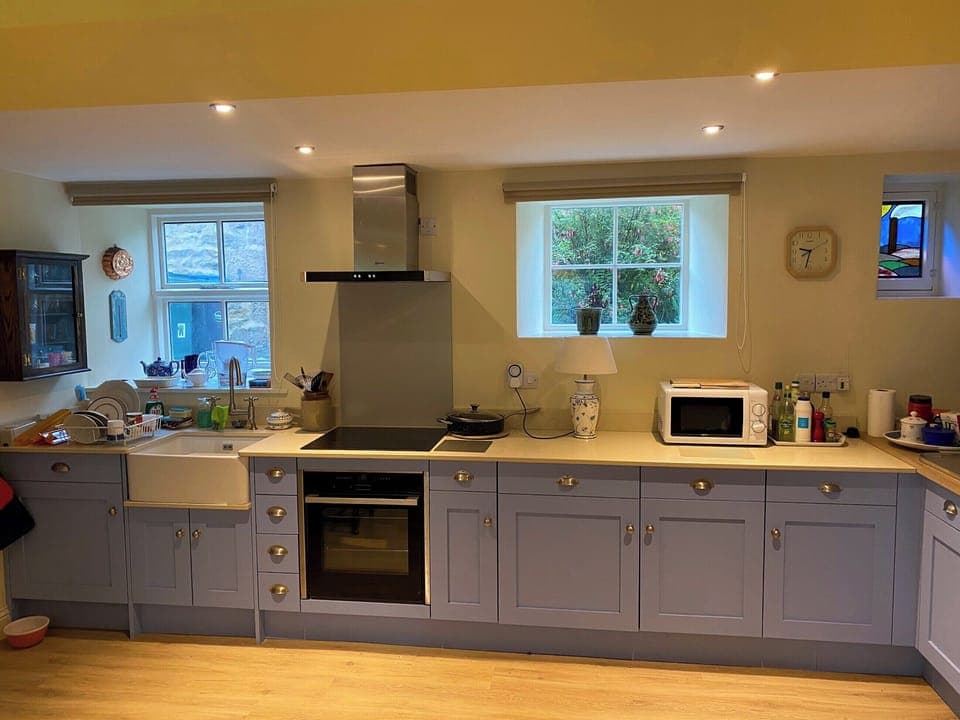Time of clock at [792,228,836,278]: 9:33
